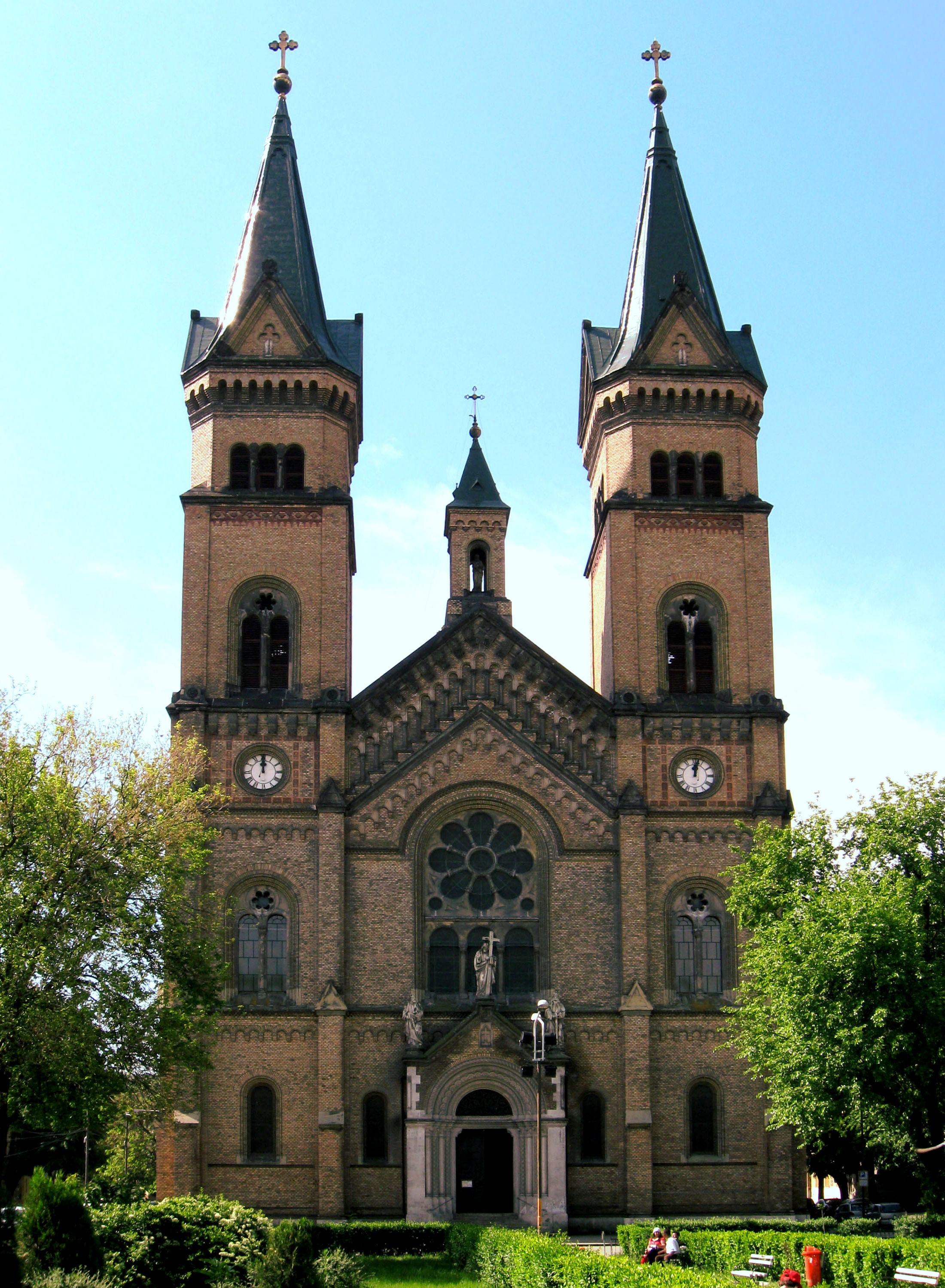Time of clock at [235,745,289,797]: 12:00
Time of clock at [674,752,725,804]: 12:02
